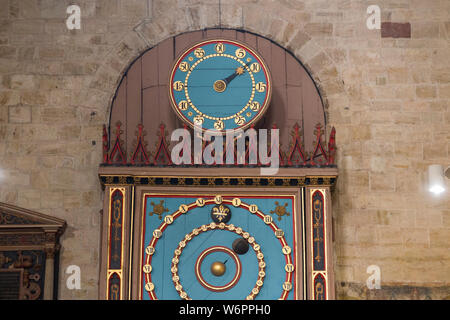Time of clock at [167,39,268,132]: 2:08
